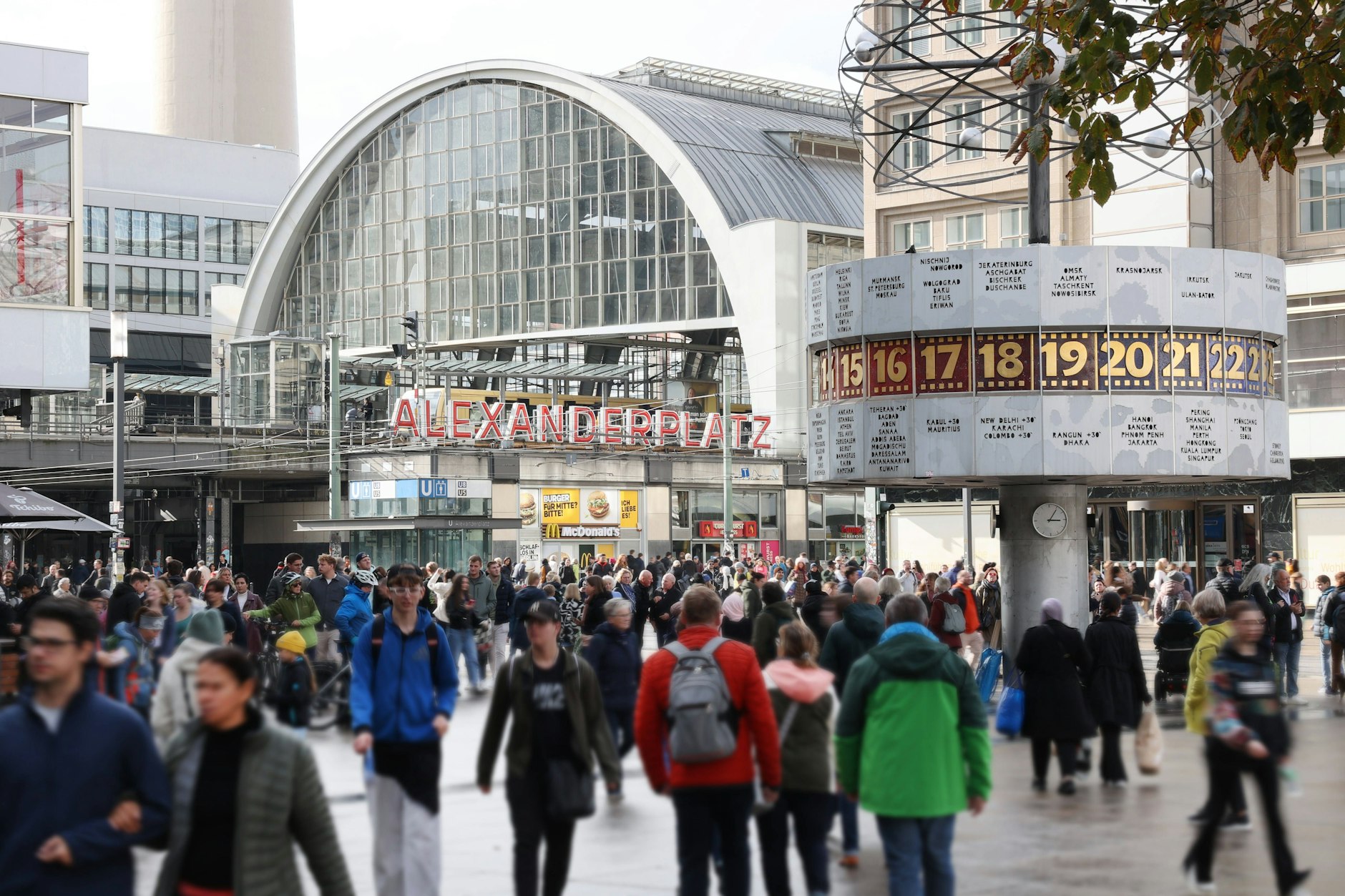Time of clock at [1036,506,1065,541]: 3:05
